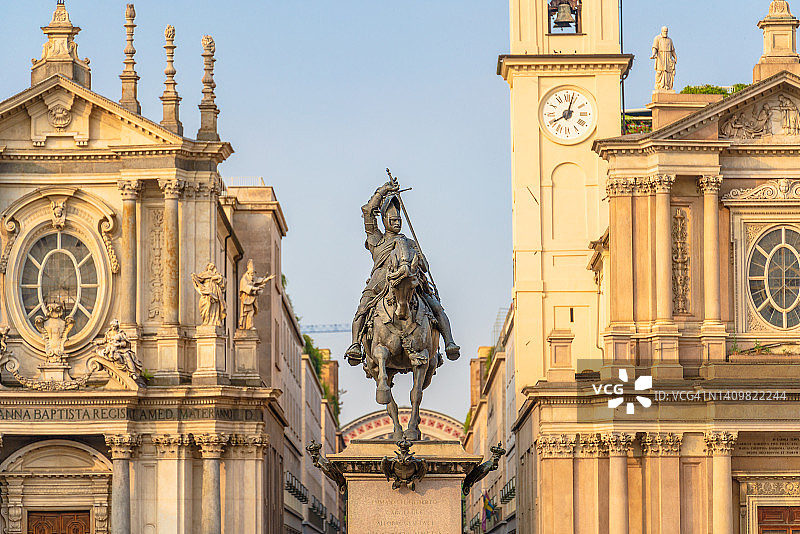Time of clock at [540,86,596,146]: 8:02
